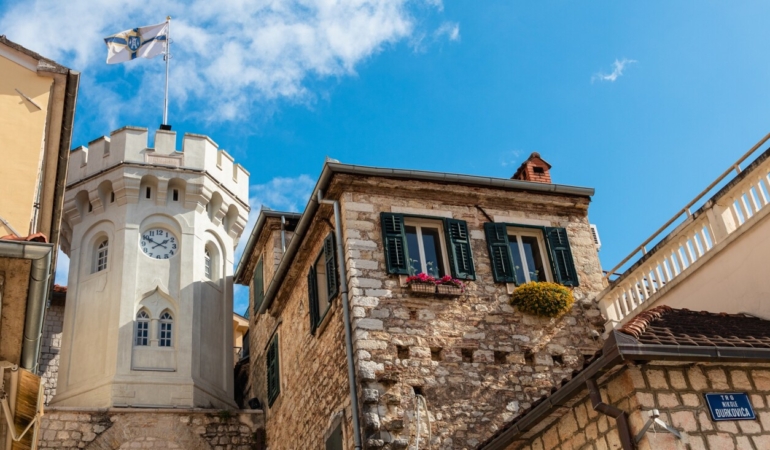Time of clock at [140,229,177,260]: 1:49
